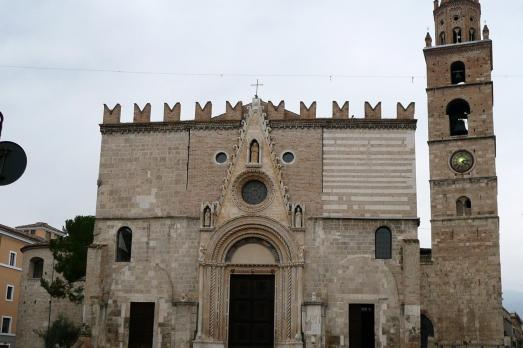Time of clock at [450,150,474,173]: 4:13
